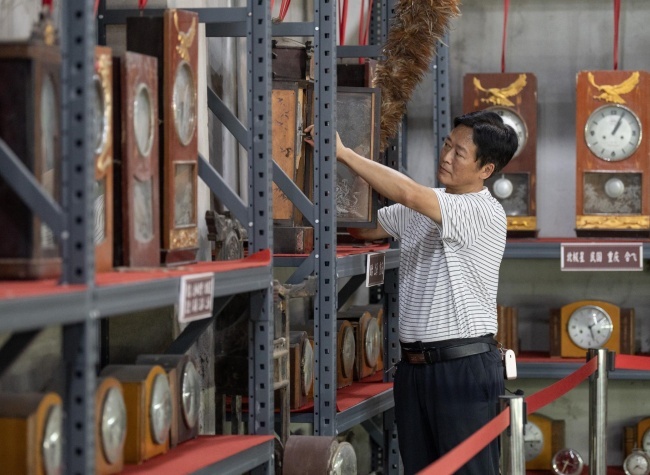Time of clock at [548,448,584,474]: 3:34
